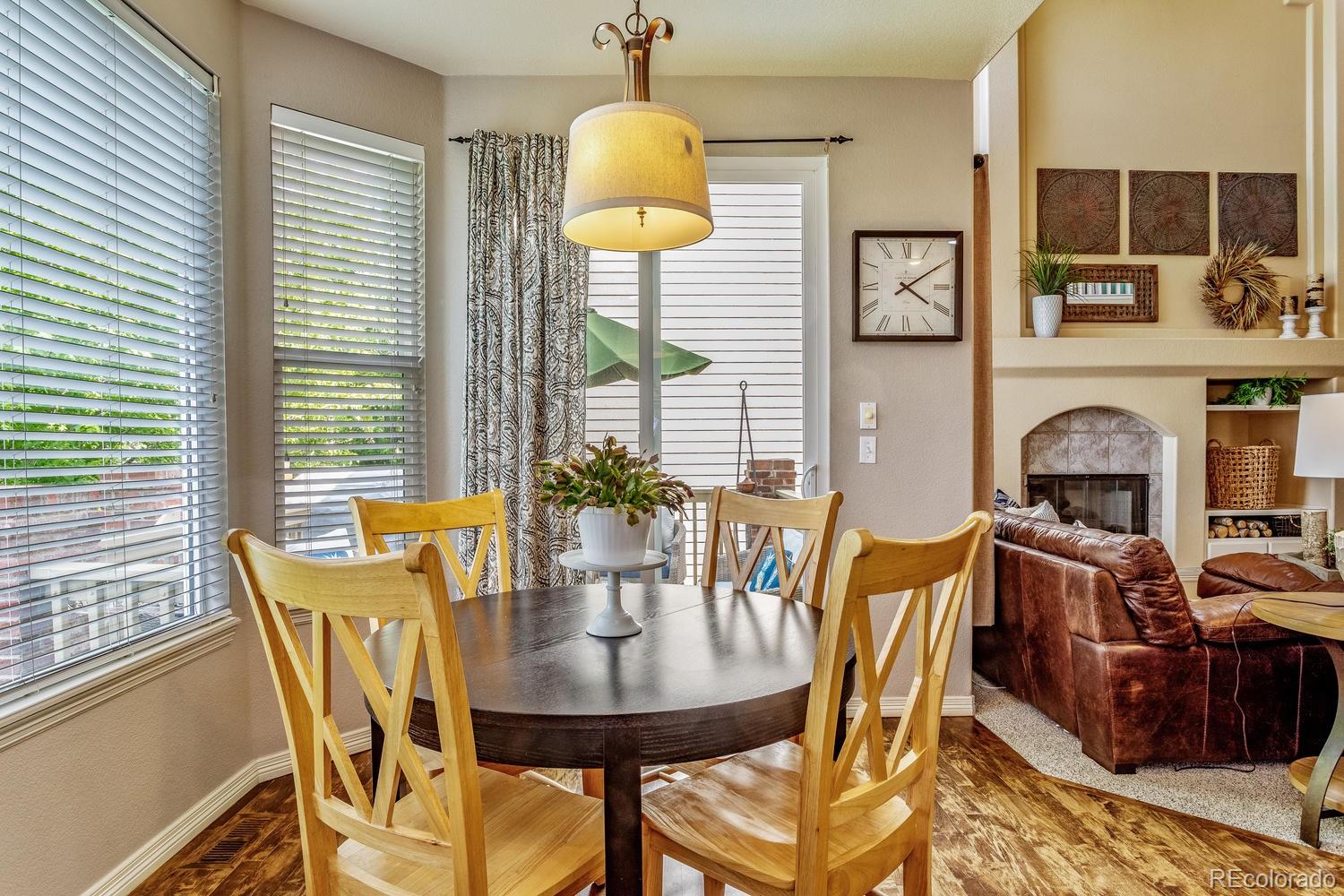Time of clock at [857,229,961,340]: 4:09
